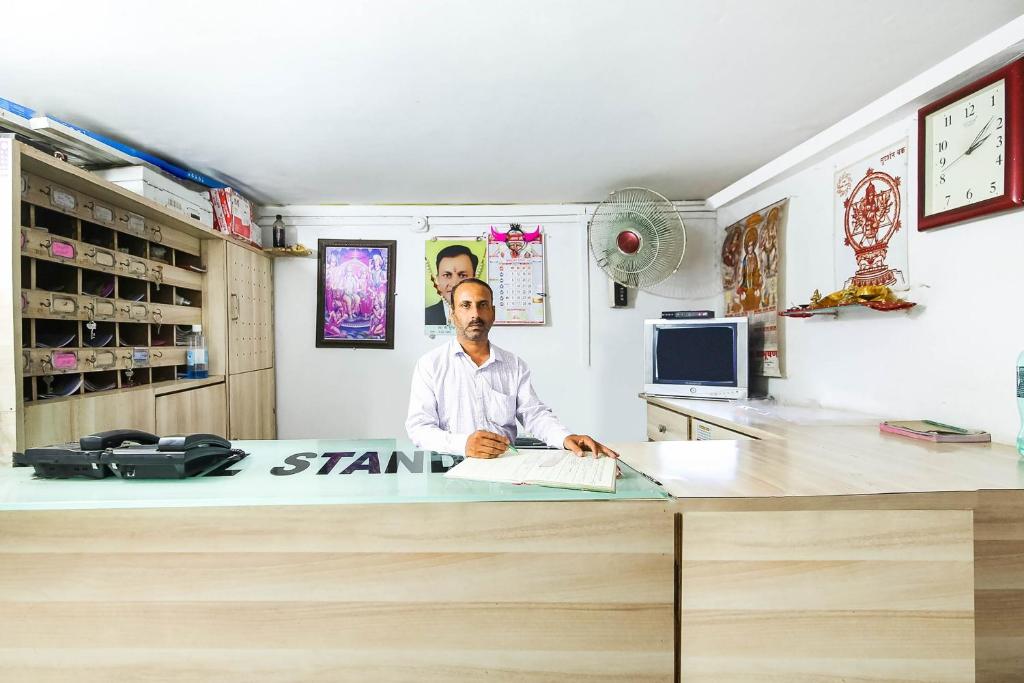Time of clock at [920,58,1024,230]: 2:08
